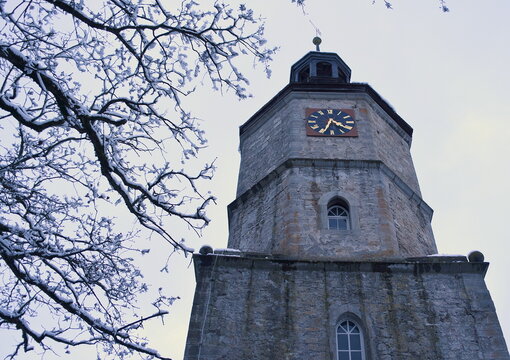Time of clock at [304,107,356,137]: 4:33
